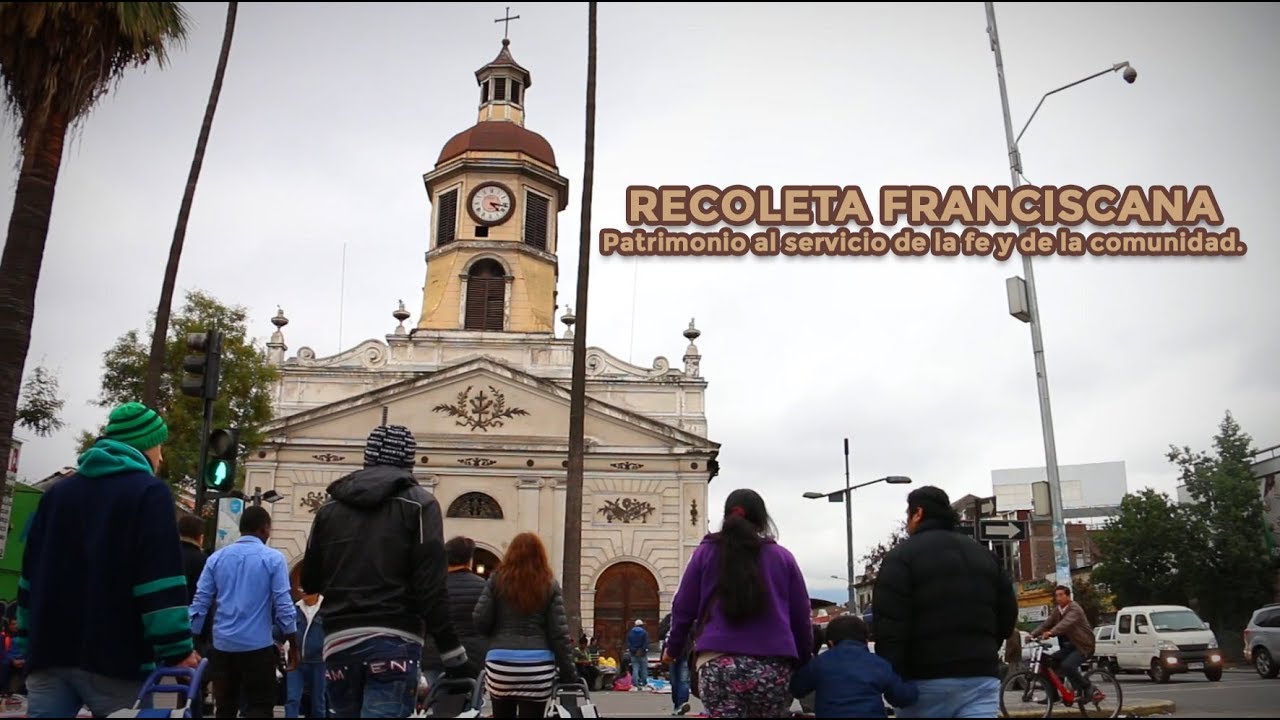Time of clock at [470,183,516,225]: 4:16
